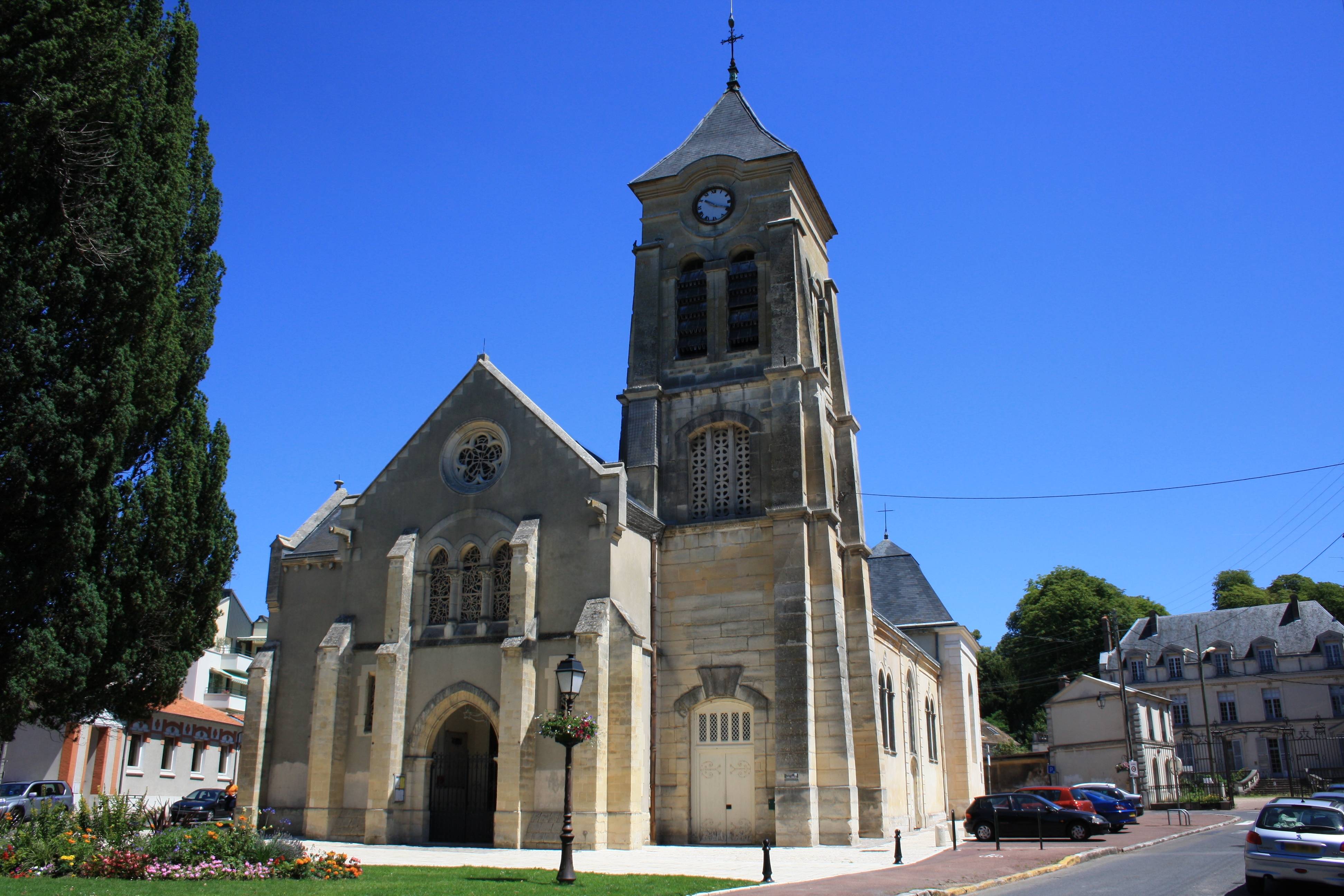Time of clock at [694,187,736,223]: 10:18
